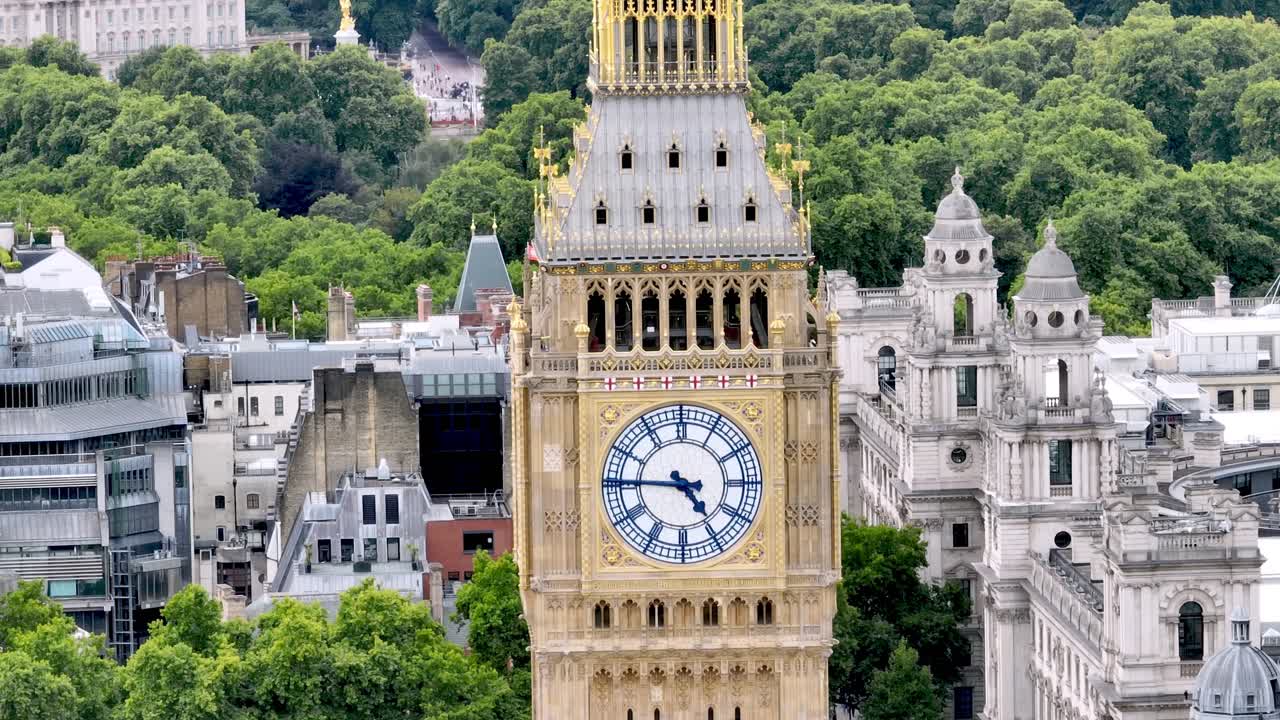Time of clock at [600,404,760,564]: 4:45
